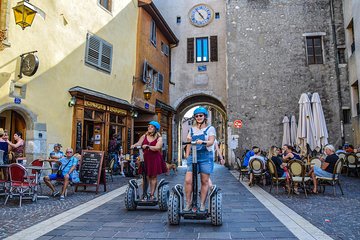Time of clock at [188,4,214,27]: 4:54
